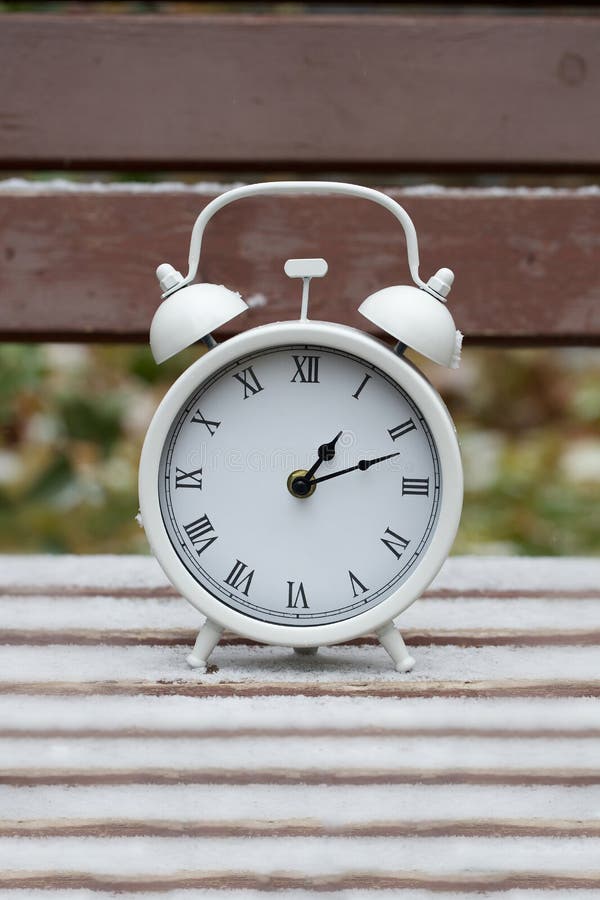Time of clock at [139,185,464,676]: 1:11
